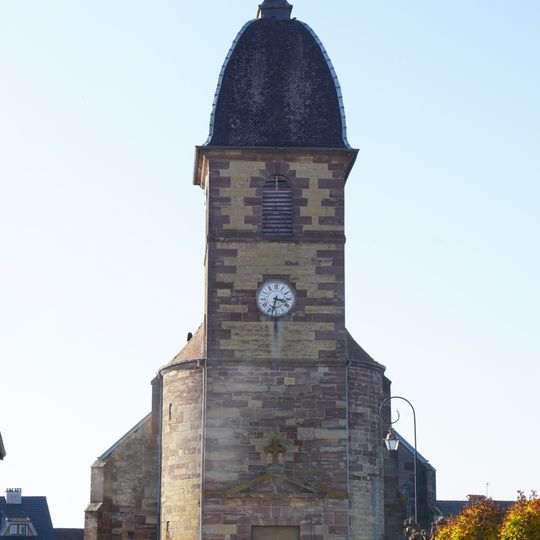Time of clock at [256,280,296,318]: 3:32
